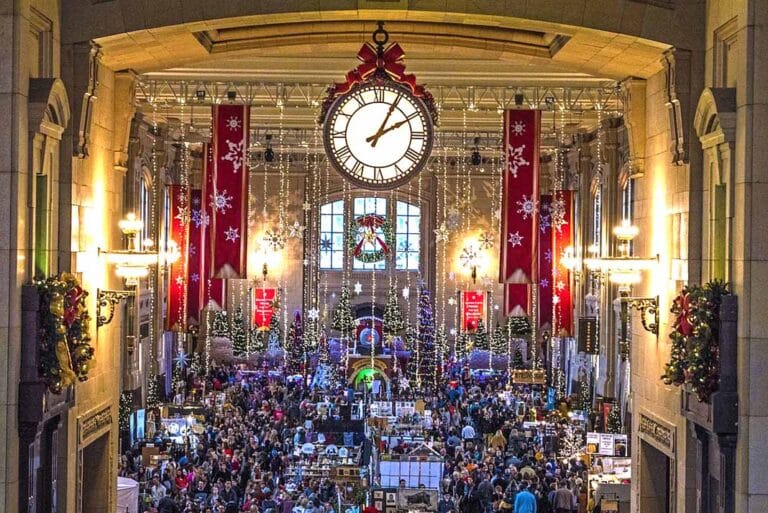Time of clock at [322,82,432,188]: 2:04
